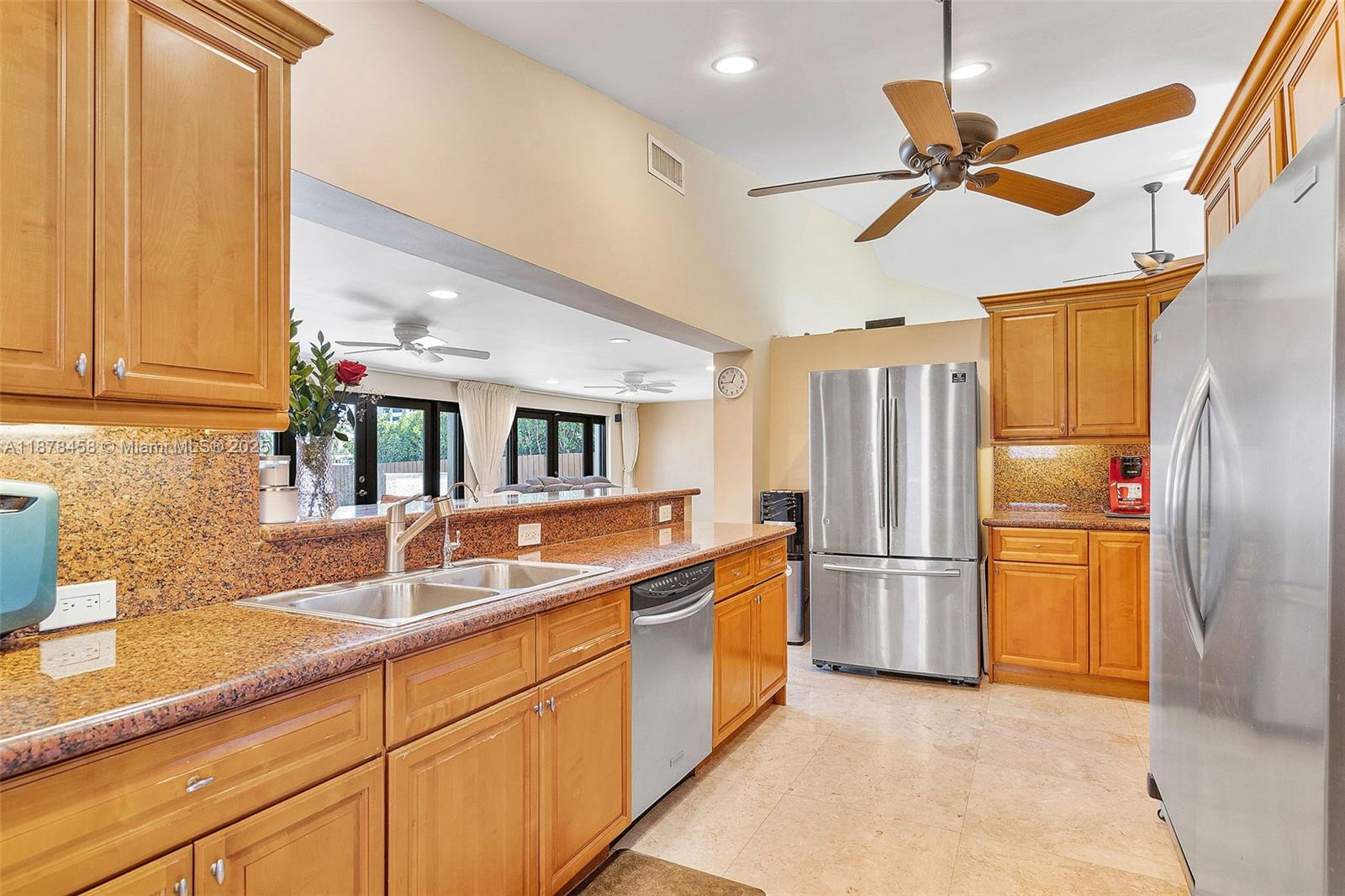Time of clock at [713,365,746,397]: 12:44
